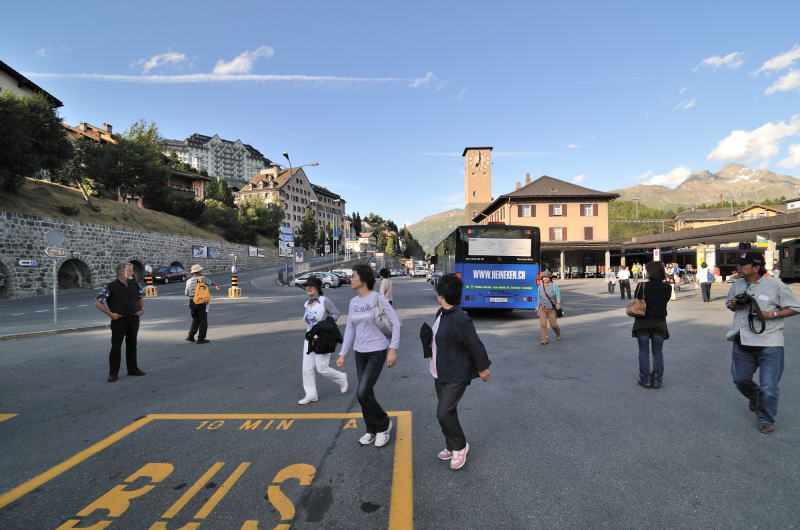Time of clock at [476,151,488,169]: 7:00
